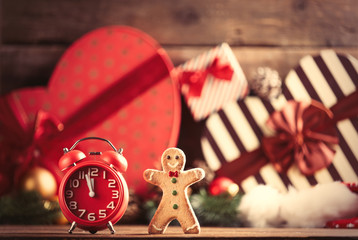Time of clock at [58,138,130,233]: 11:57
